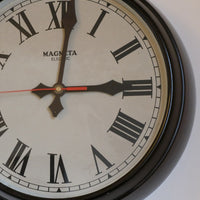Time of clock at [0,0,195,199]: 12:14
